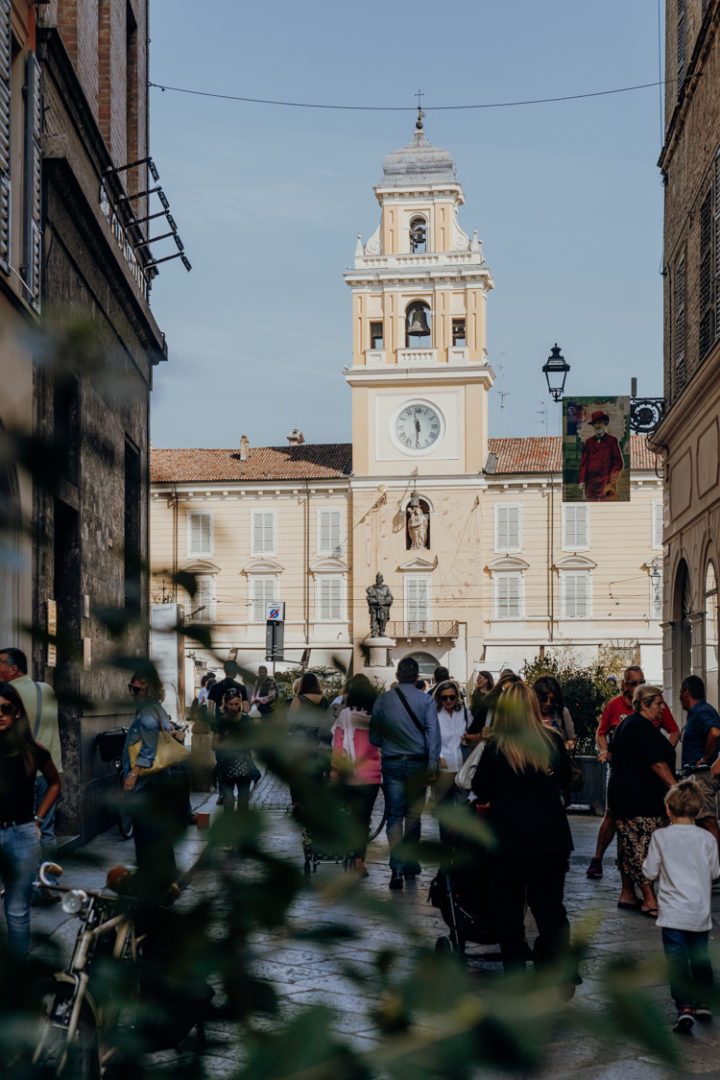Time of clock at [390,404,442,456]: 11:30
